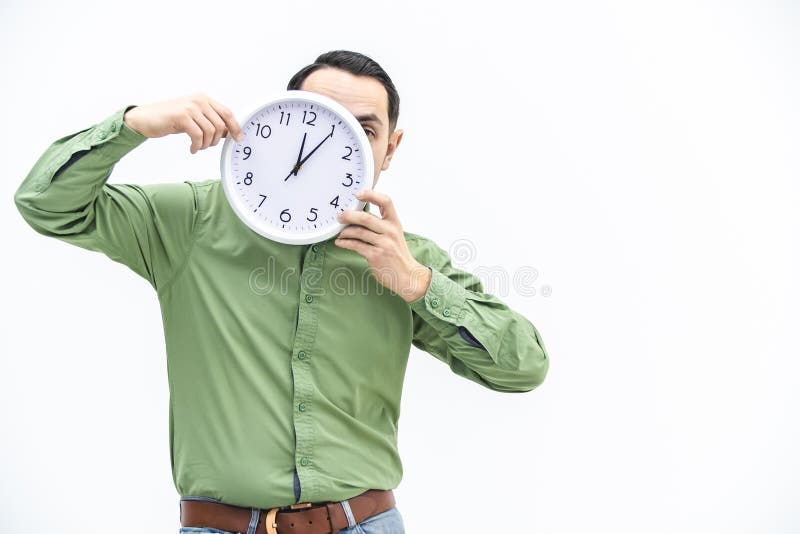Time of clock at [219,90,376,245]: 12:05
